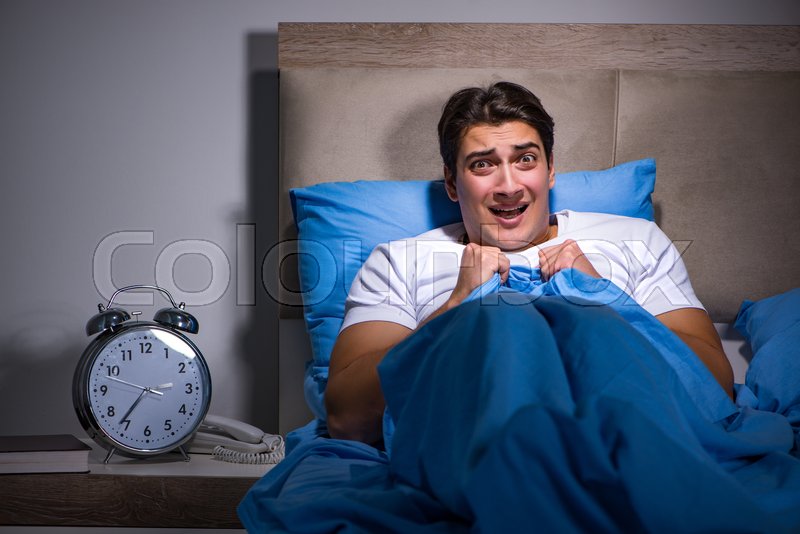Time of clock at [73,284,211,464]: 3:36
